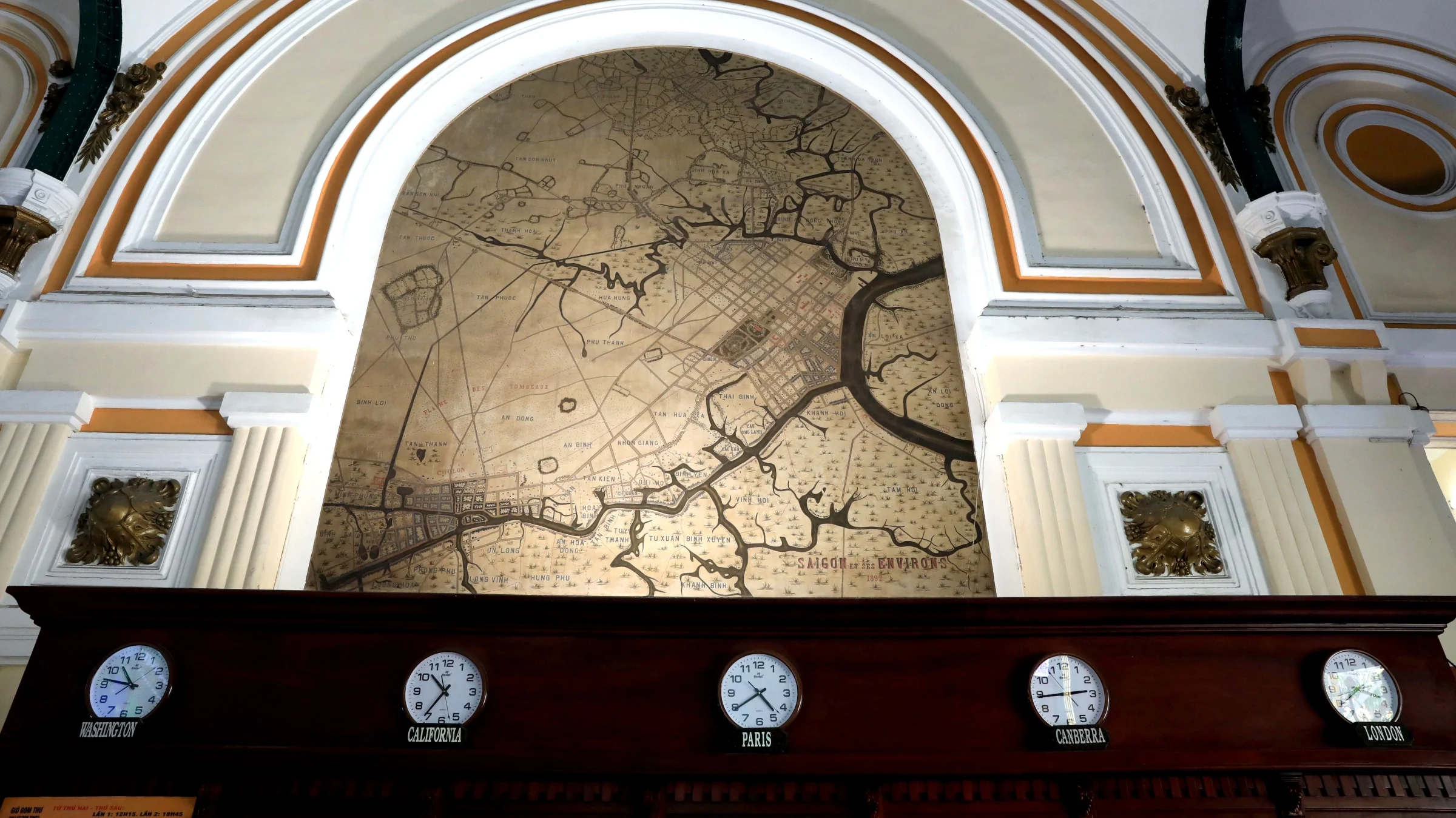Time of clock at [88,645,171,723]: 10:46
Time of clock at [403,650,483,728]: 10:36
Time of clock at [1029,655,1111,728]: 2:44
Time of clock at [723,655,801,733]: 4:39
